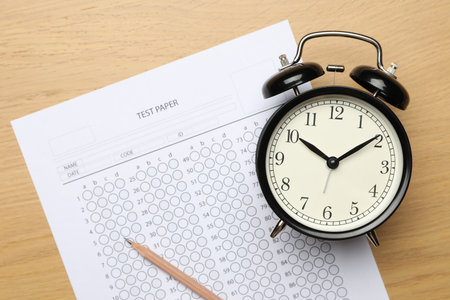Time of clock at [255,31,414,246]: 10:09
